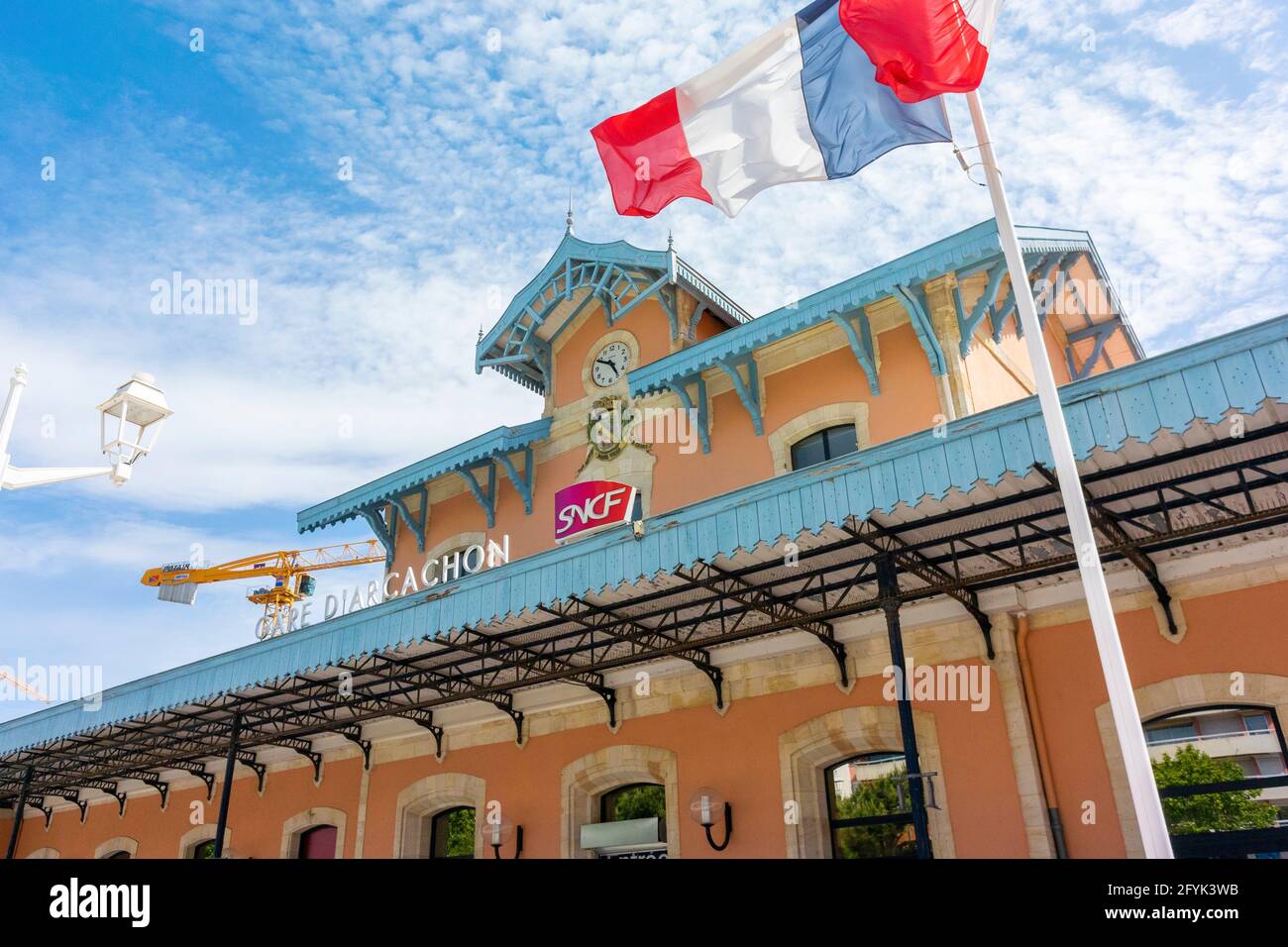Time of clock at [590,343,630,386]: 4:49
